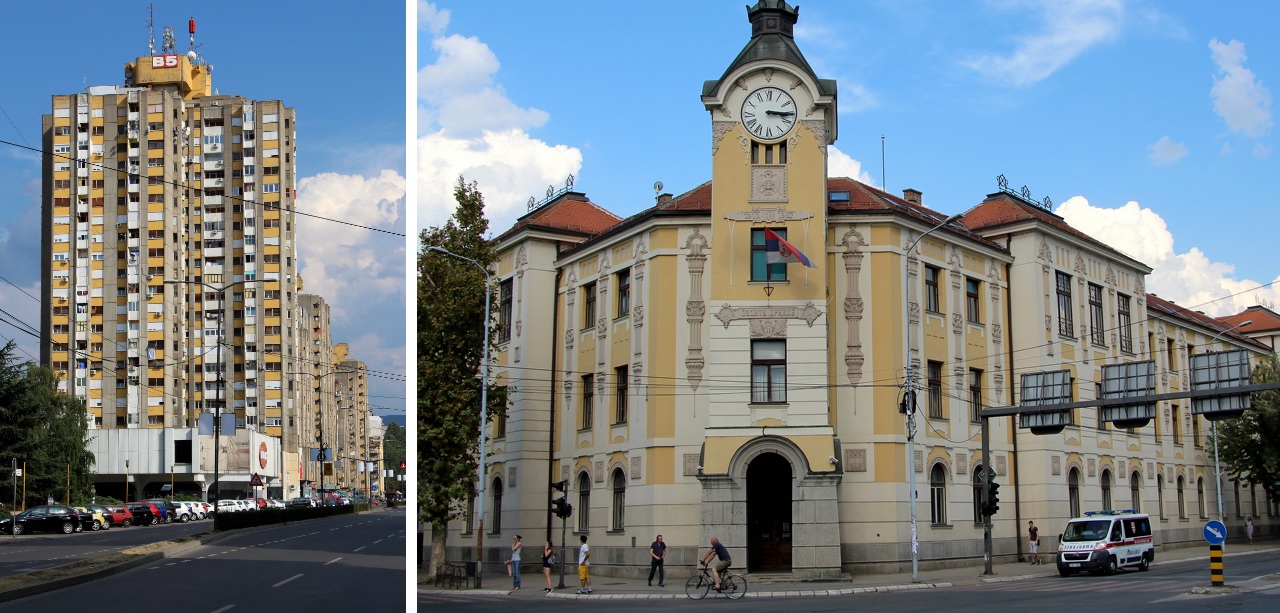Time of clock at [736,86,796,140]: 3:15
